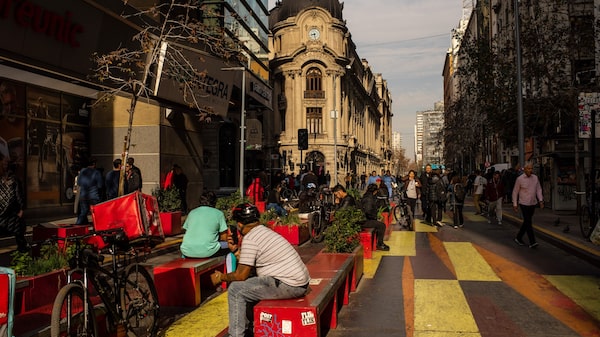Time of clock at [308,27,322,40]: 8:27
